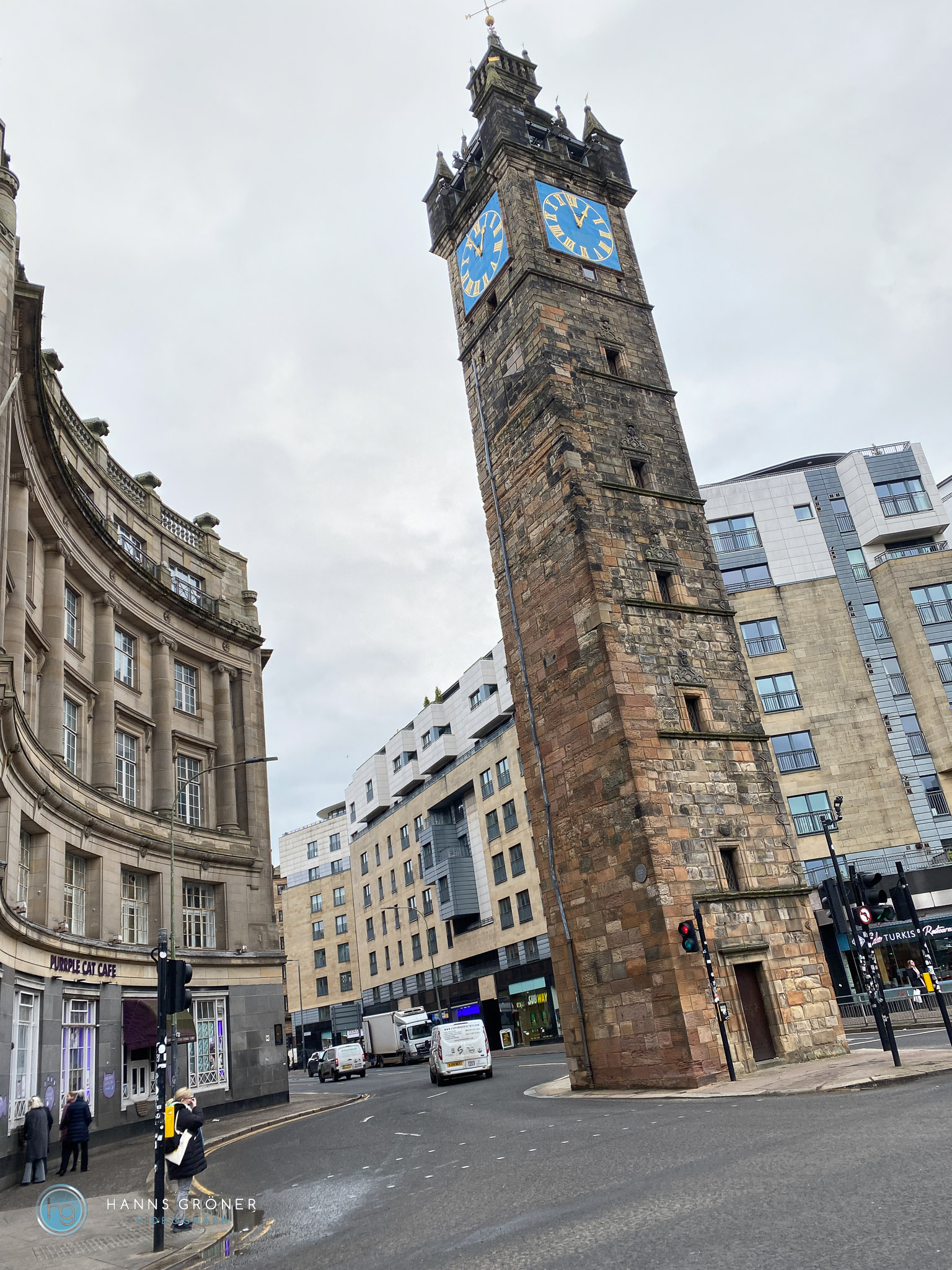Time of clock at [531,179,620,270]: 12:57
